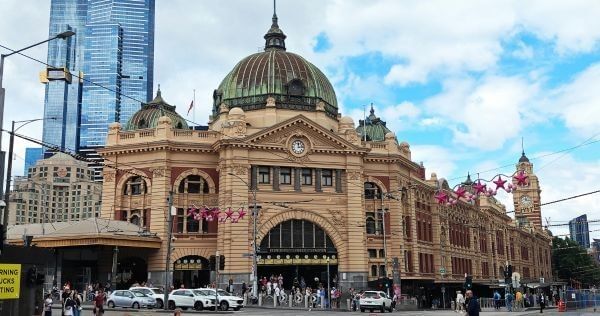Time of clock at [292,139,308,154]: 12:13
